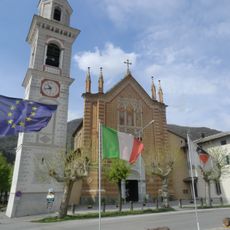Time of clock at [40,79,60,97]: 10:42
